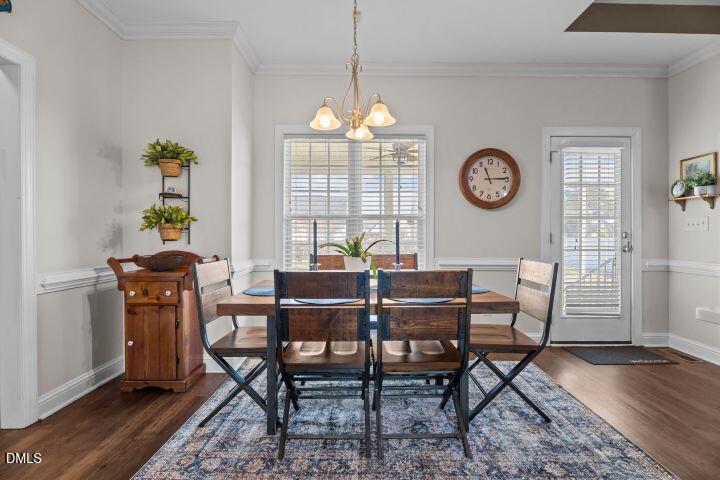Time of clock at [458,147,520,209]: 11:14
